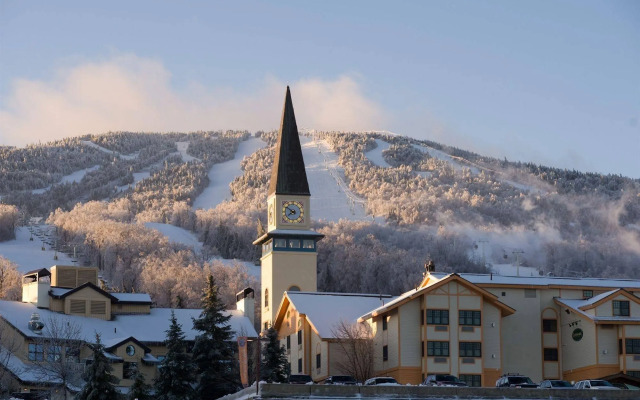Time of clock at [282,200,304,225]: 7:50
